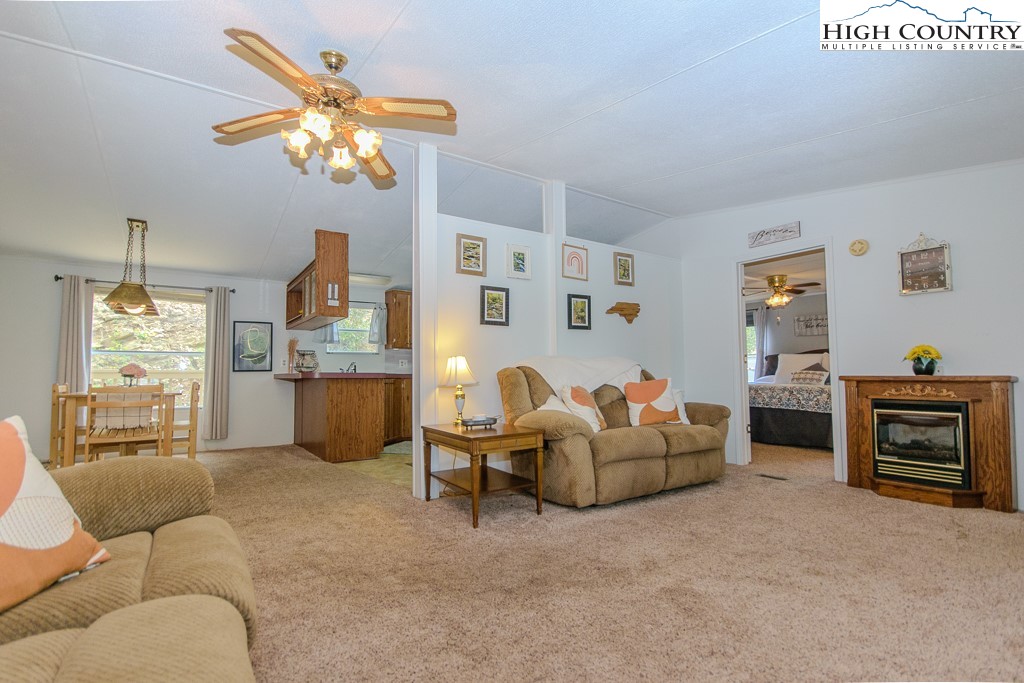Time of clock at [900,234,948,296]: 2:44
